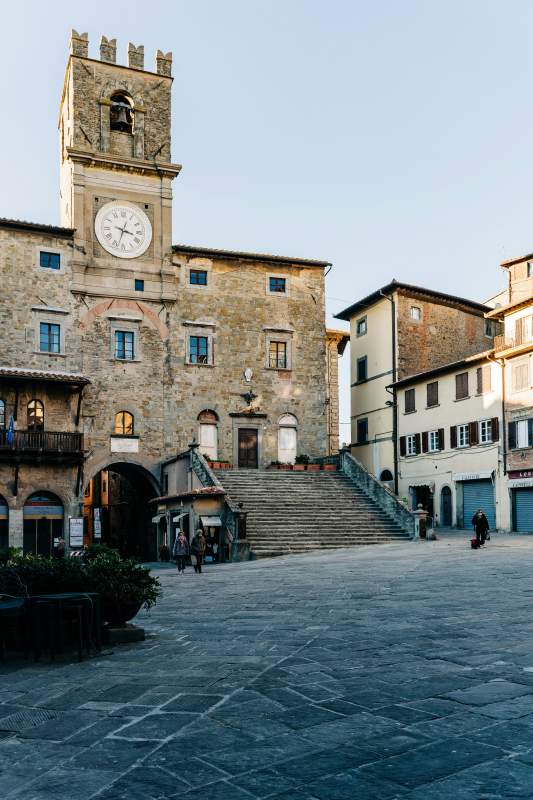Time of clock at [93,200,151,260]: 3:33
